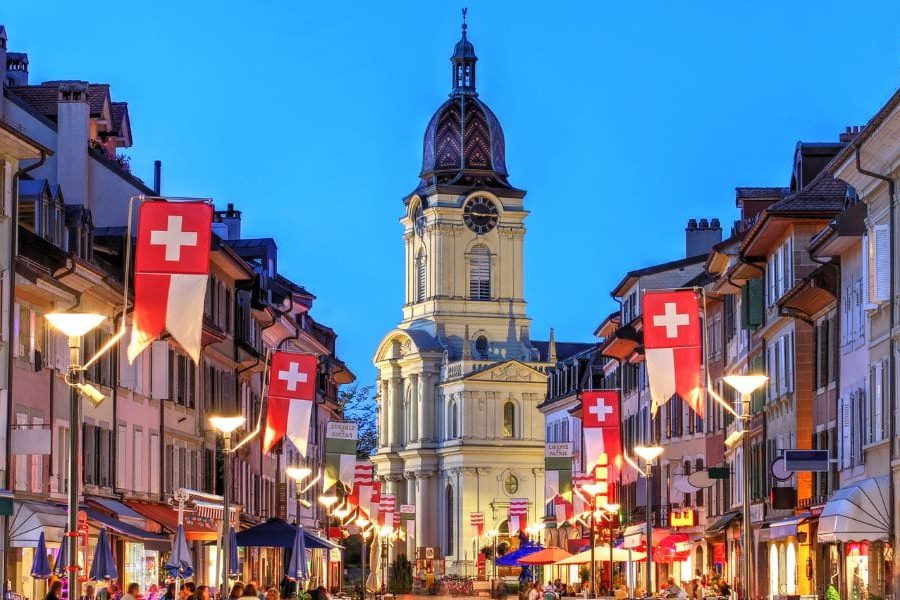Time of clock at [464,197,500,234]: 2:45
